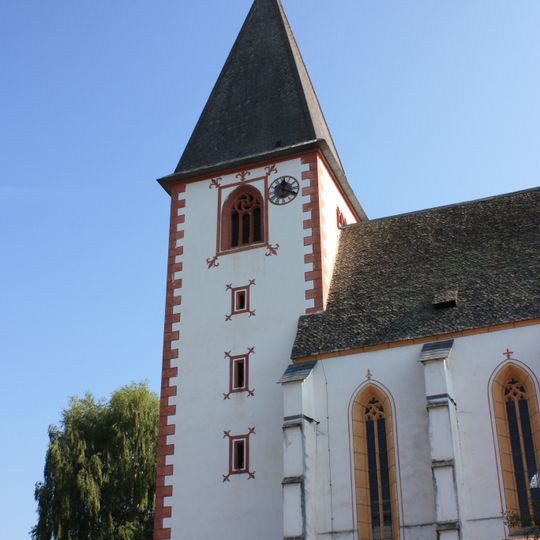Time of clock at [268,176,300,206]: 12:18
